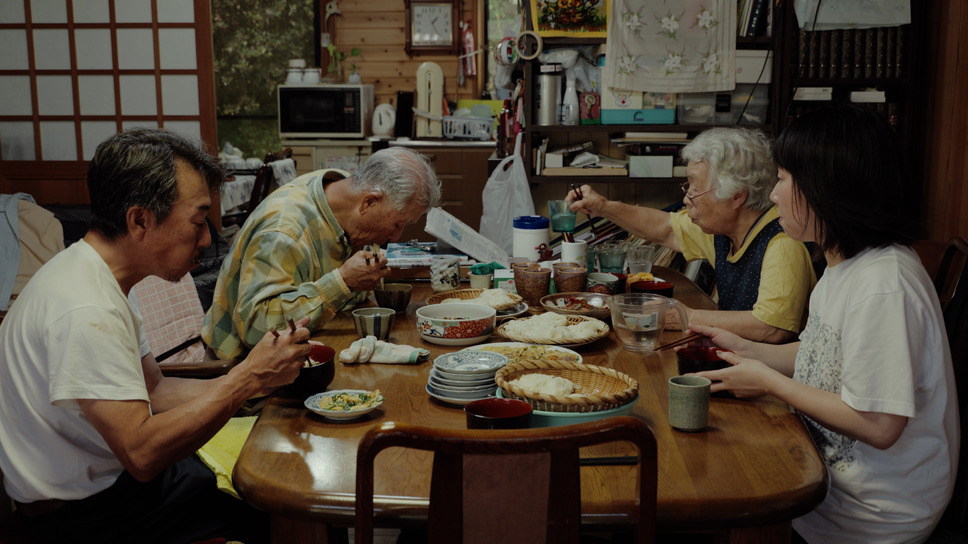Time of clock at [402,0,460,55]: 1:24
